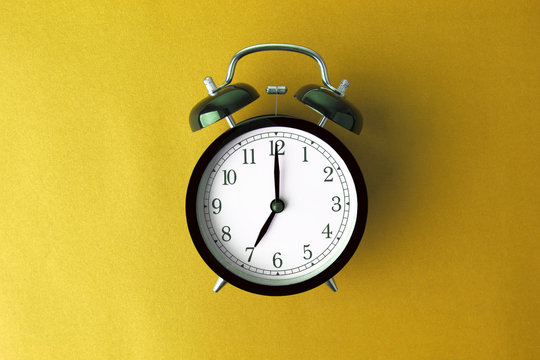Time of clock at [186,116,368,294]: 7:00
